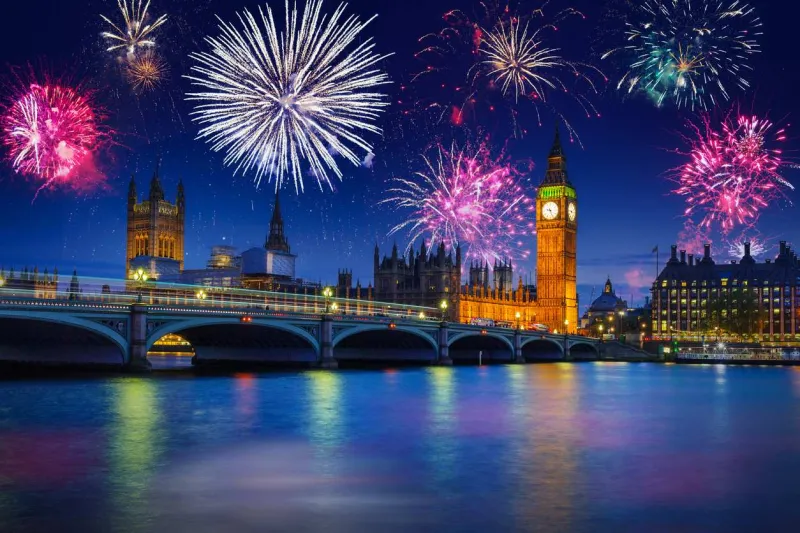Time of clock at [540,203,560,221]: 9:26
